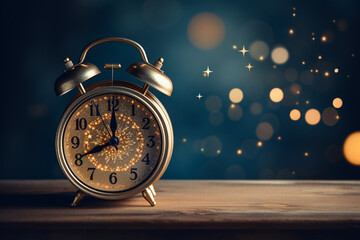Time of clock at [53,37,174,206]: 8:00
